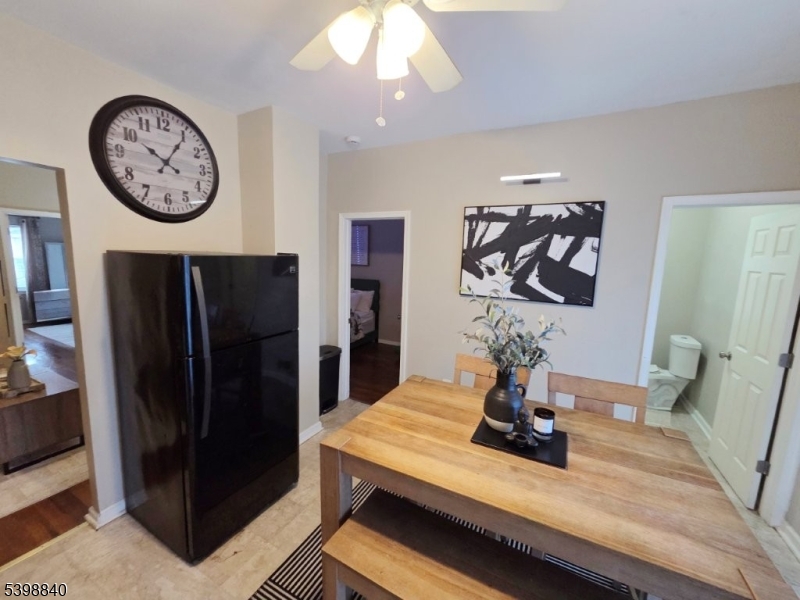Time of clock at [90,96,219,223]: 10:05
